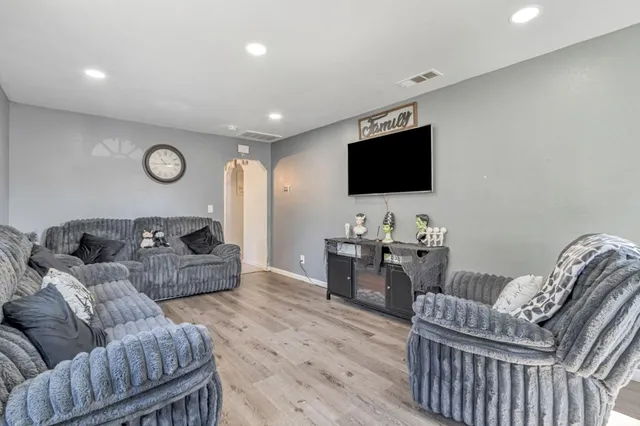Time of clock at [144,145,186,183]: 10:44
